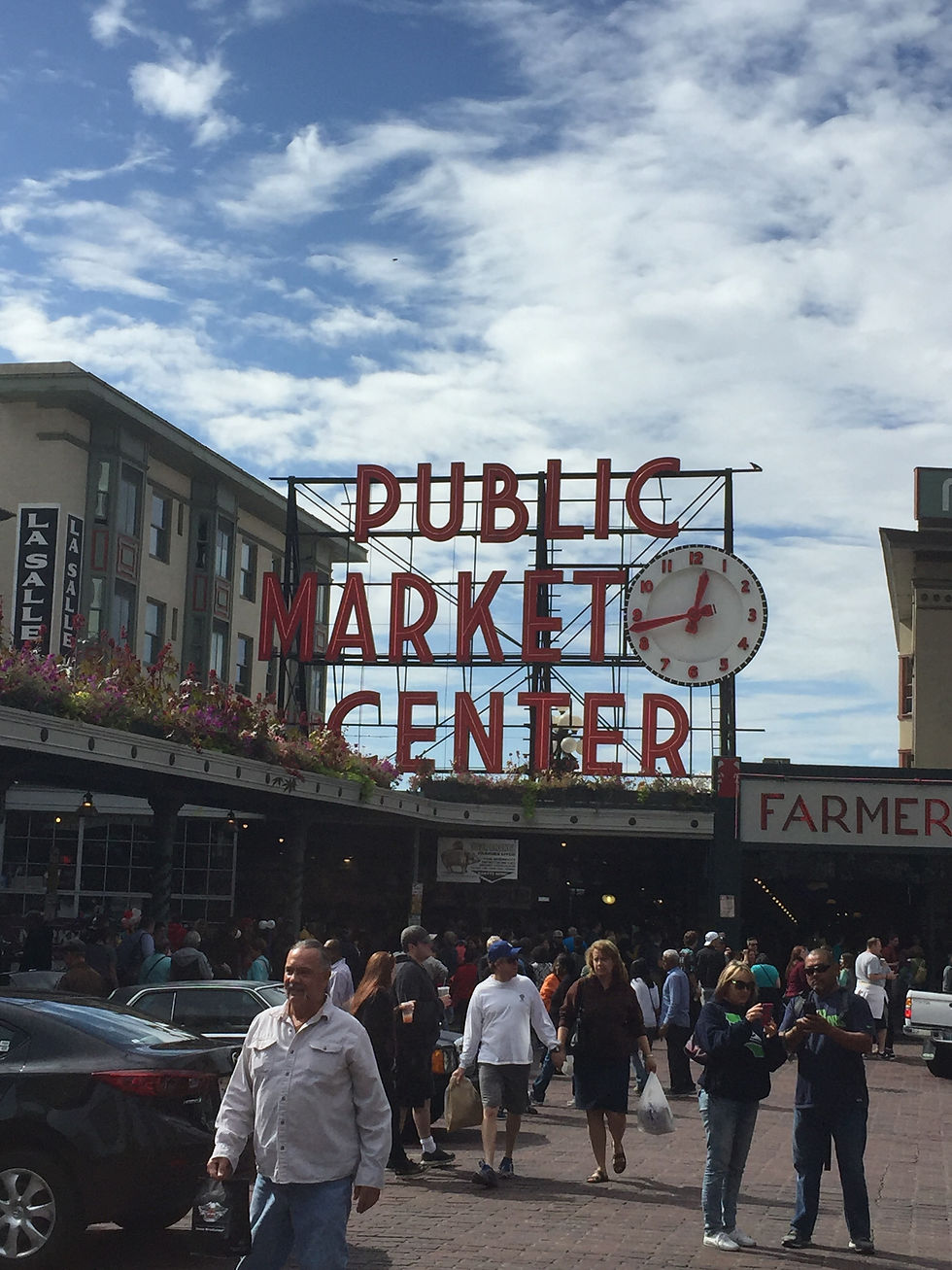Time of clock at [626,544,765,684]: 12:42
